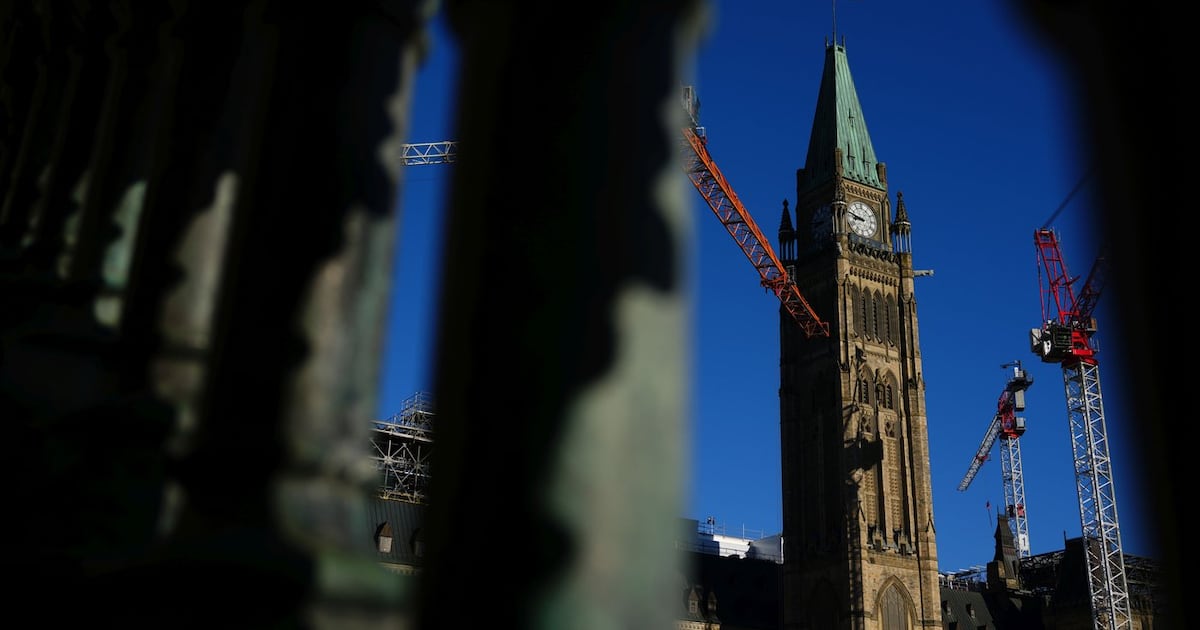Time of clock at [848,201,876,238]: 8:47
